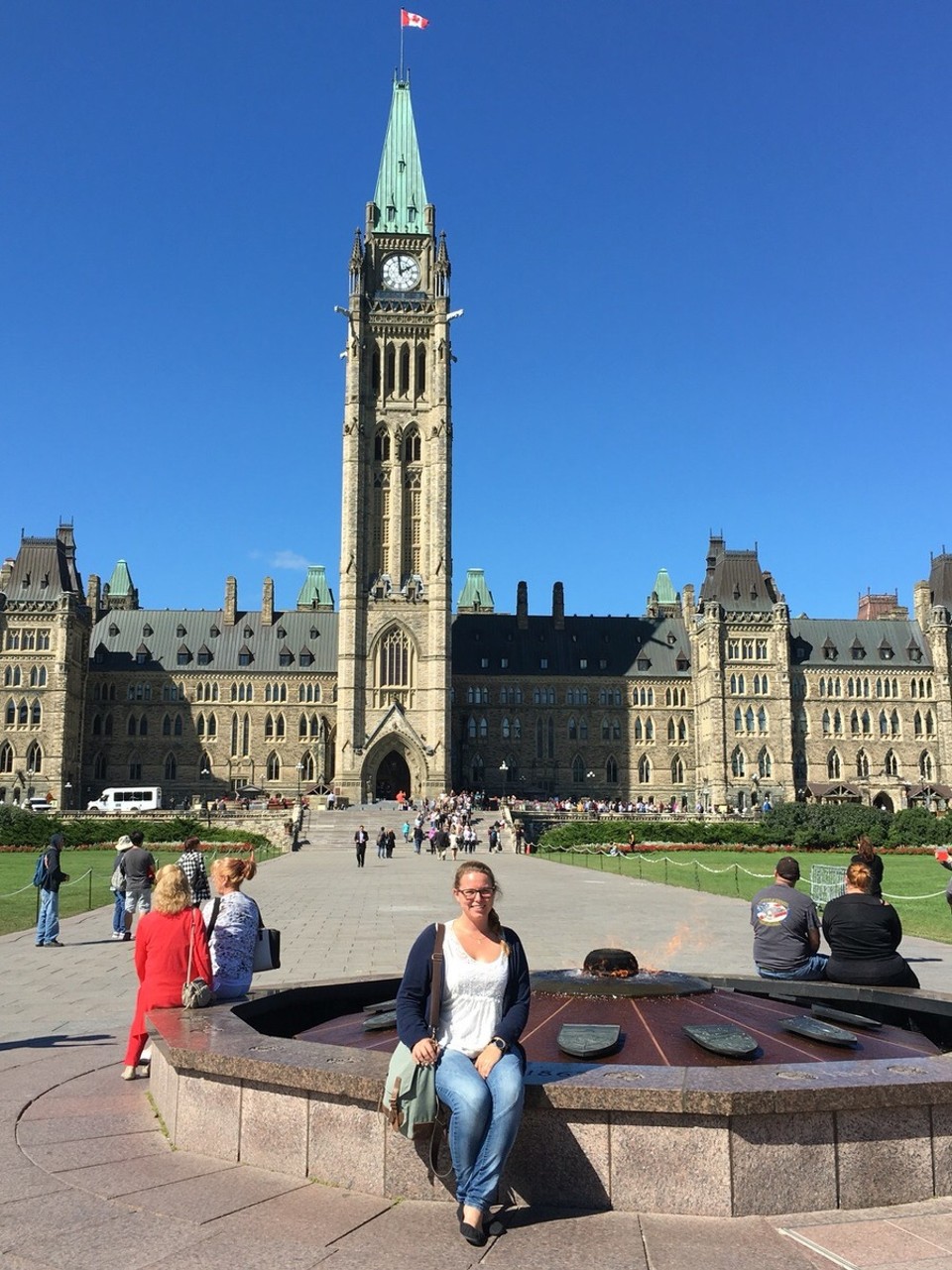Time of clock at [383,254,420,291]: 1:59
